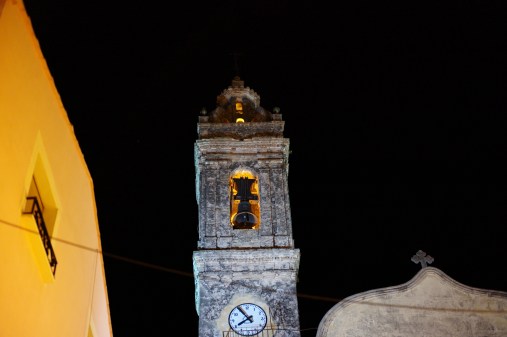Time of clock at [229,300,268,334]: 7:54
